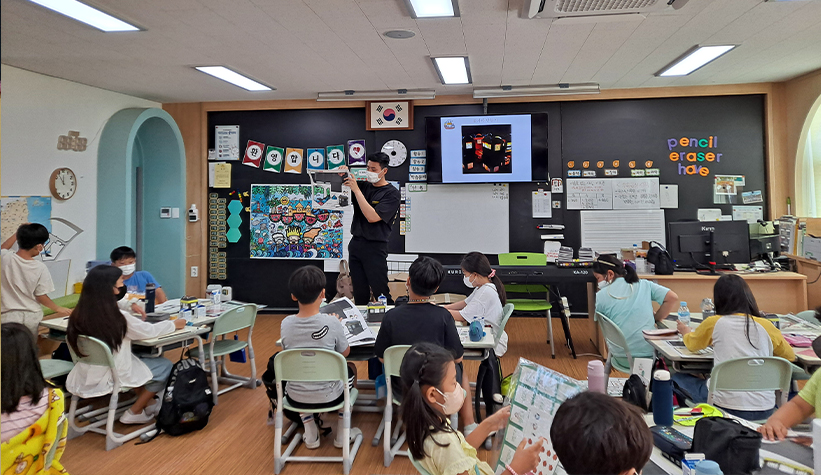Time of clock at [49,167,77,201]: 11:53
